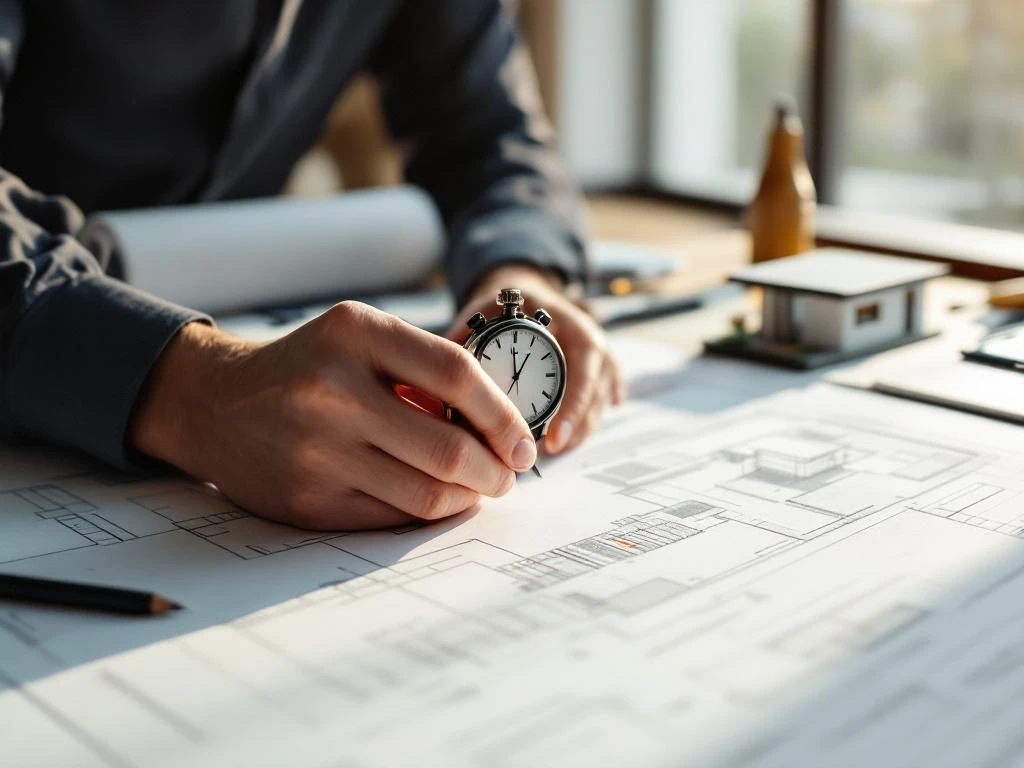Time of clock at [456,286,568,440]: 12:59
